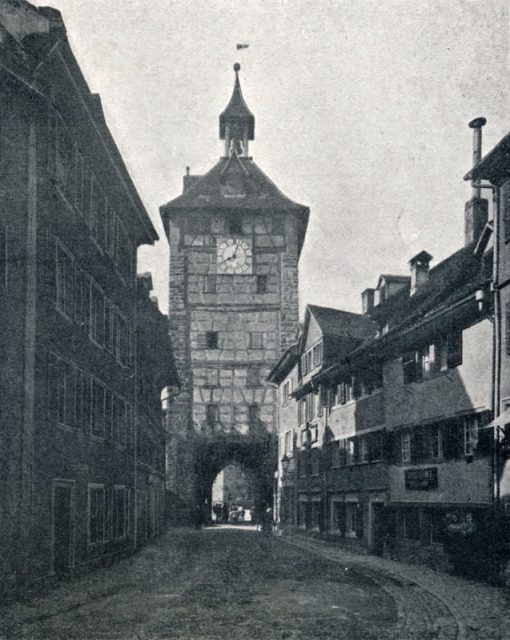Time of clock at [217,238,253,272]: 8:03
